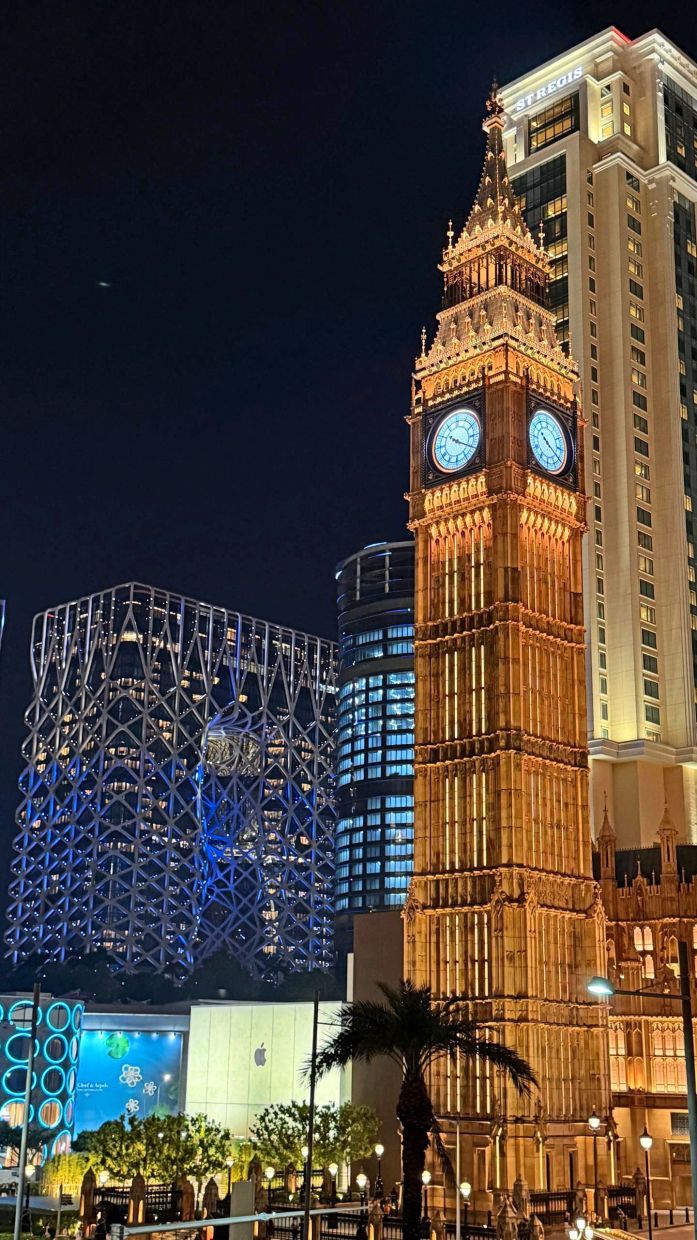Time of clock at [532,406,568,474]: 10:20
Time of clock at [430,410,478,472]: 10:19
